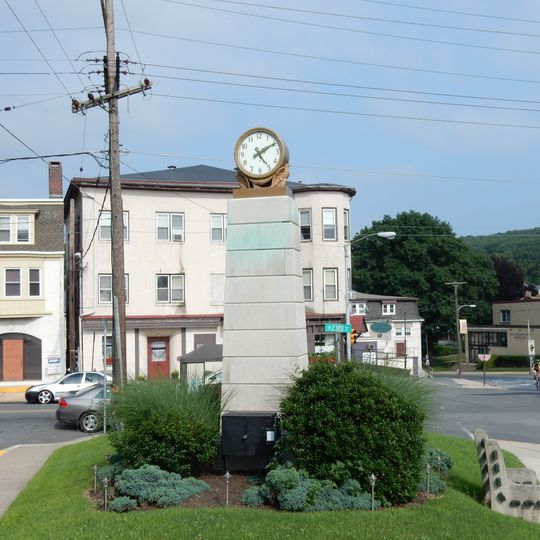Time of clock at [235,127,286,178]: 5:09
